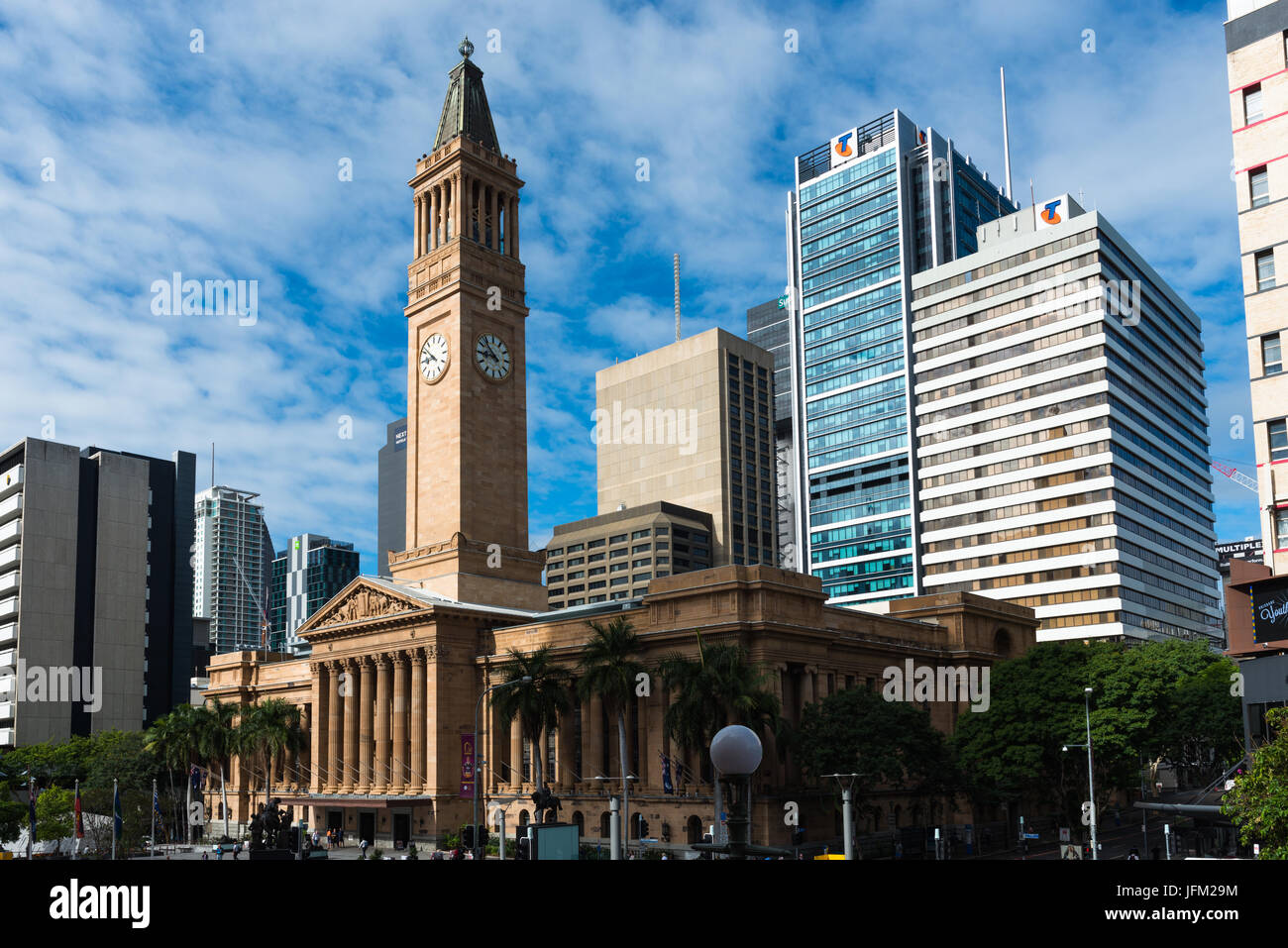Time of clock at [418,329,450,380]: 8:51
